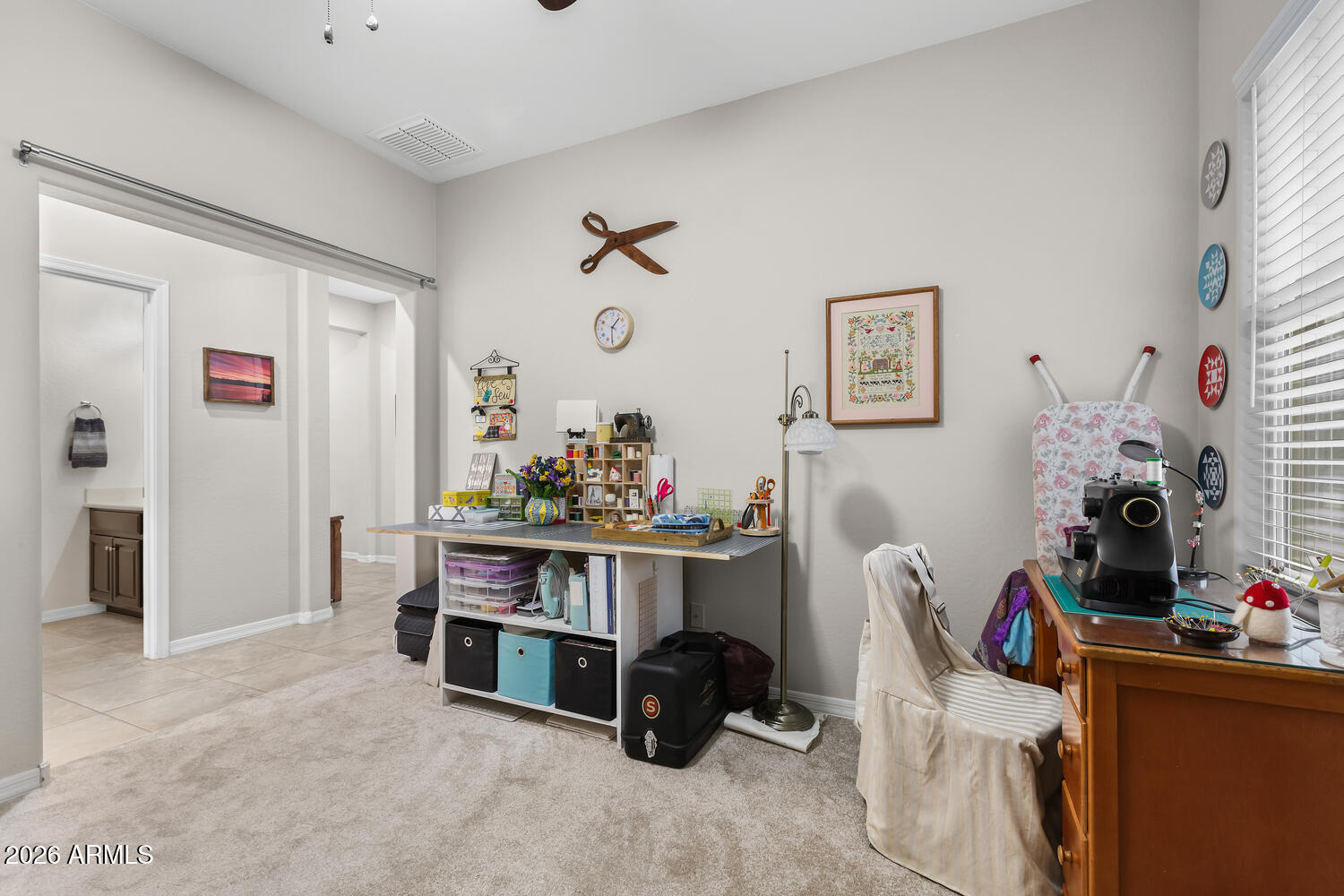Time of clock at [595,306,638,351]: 1:30
